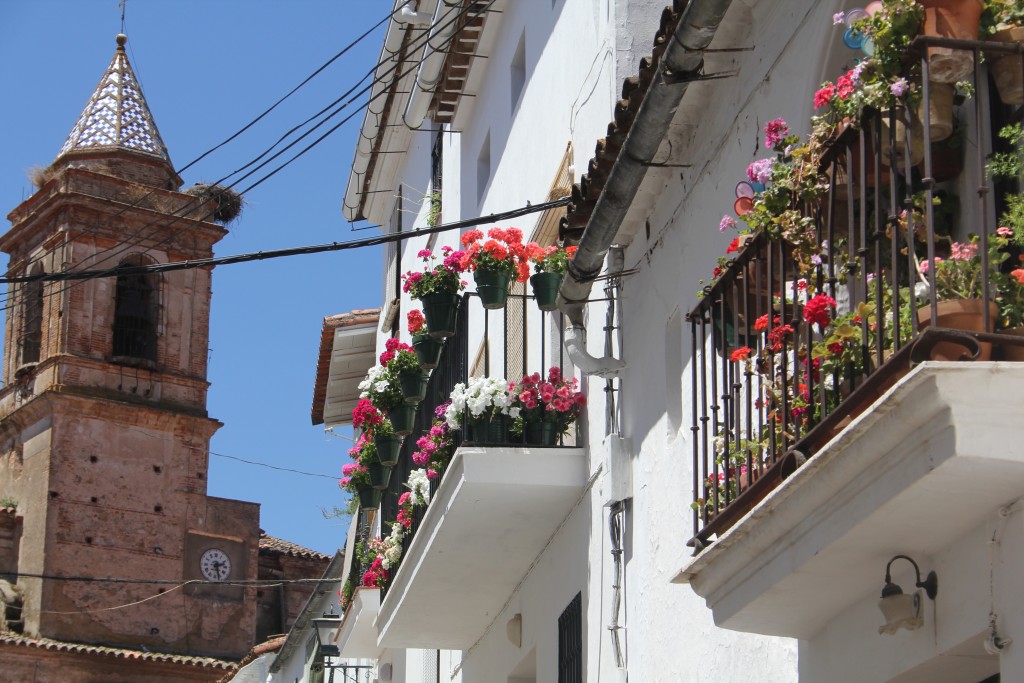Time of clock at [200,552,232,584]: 2:27
